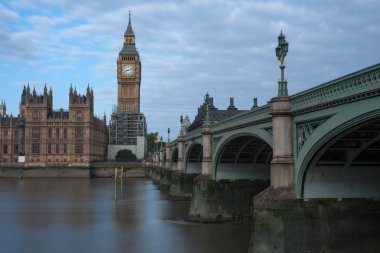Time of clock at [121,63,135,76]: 8:12
